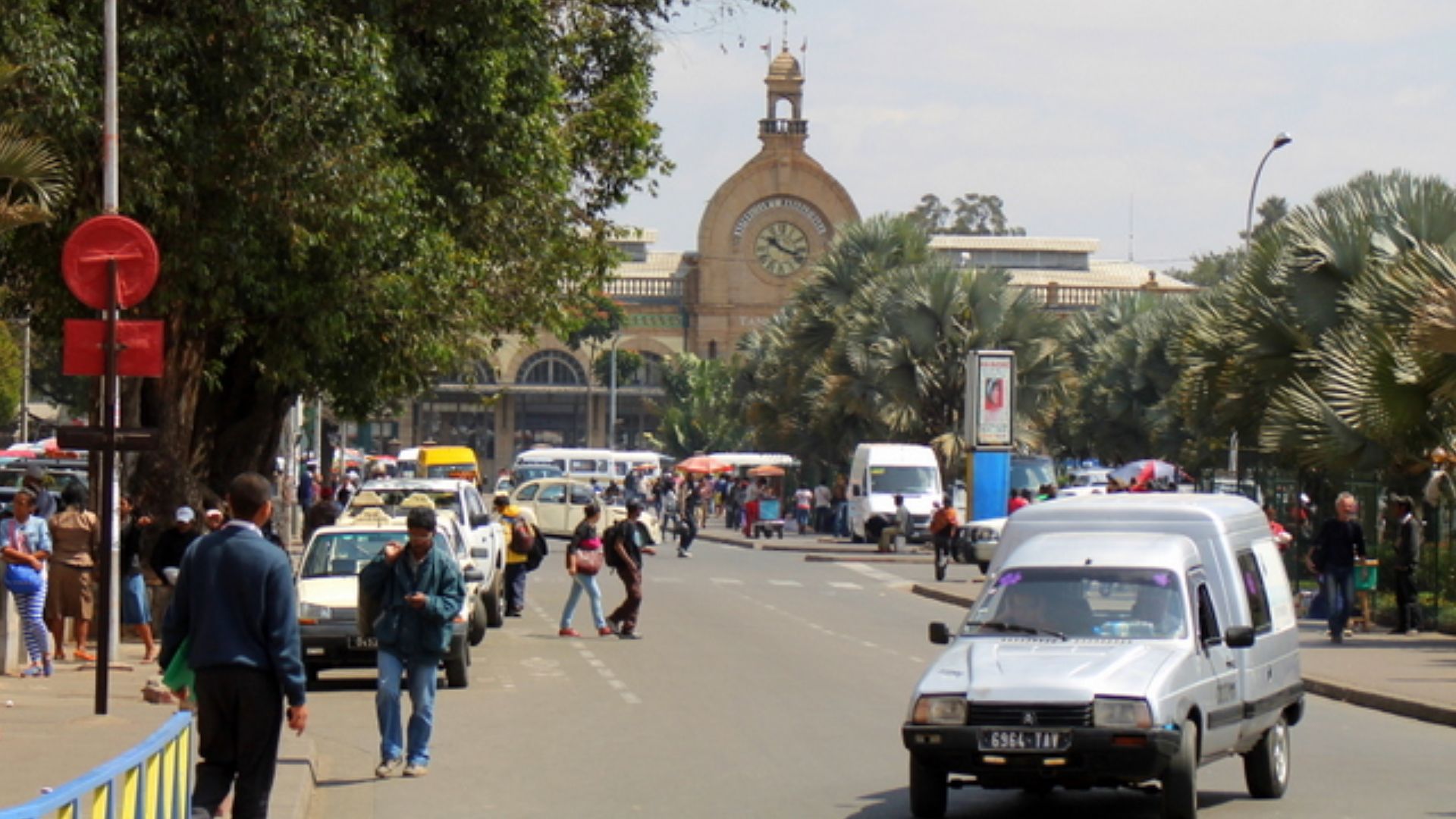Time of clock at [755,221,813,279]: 10:17
